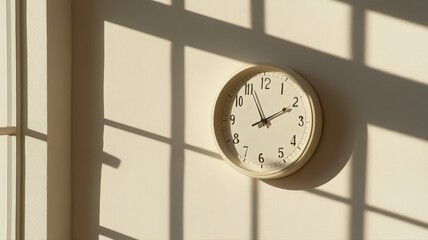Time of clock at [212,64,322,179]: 1:56
